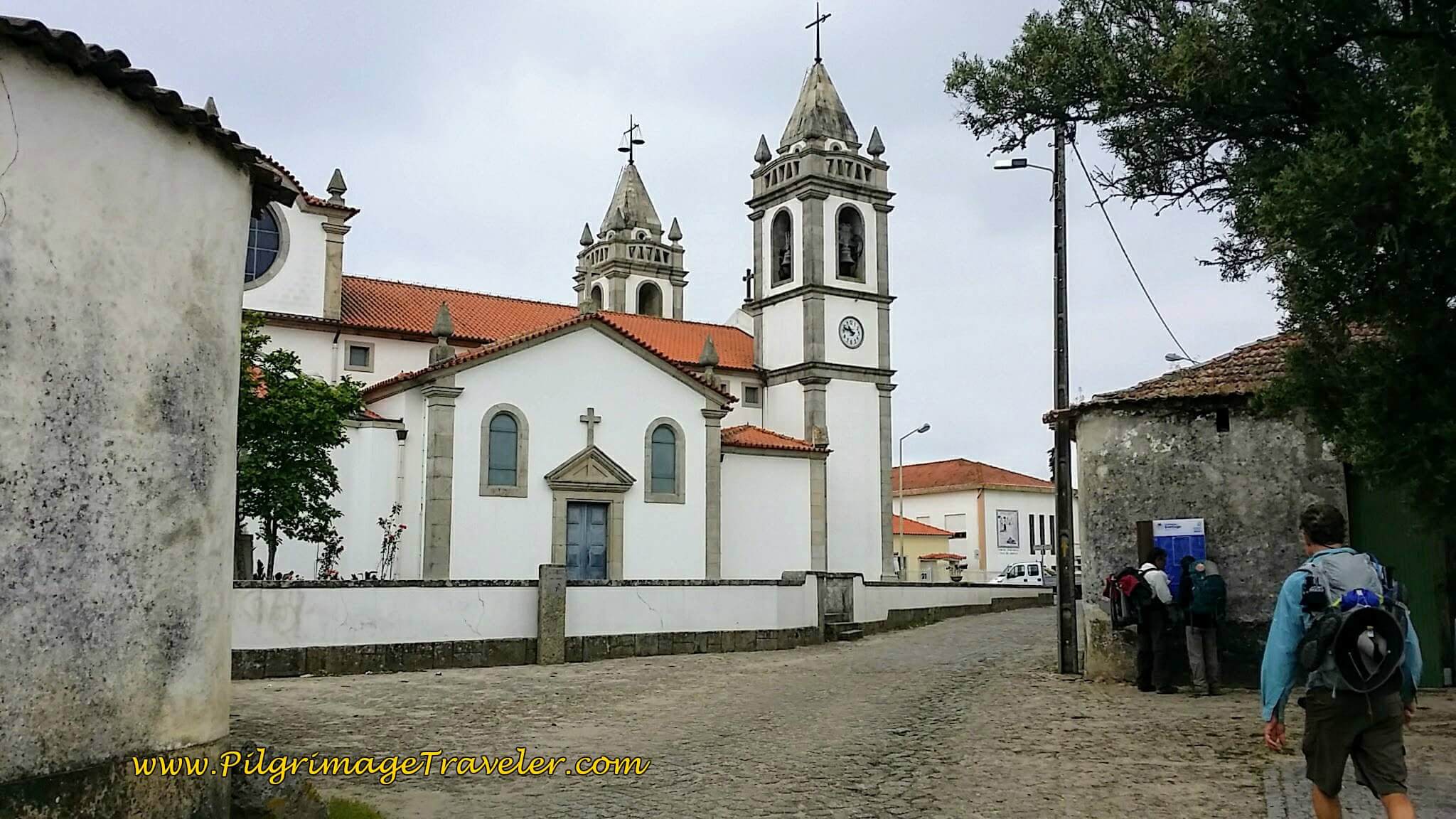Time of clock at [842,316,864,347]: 10:47
